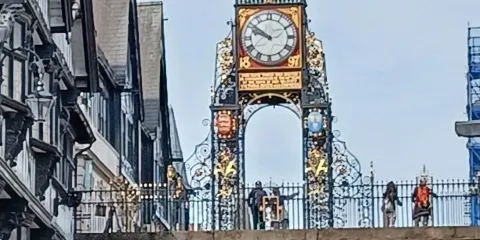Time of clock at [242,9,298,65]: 9:51
